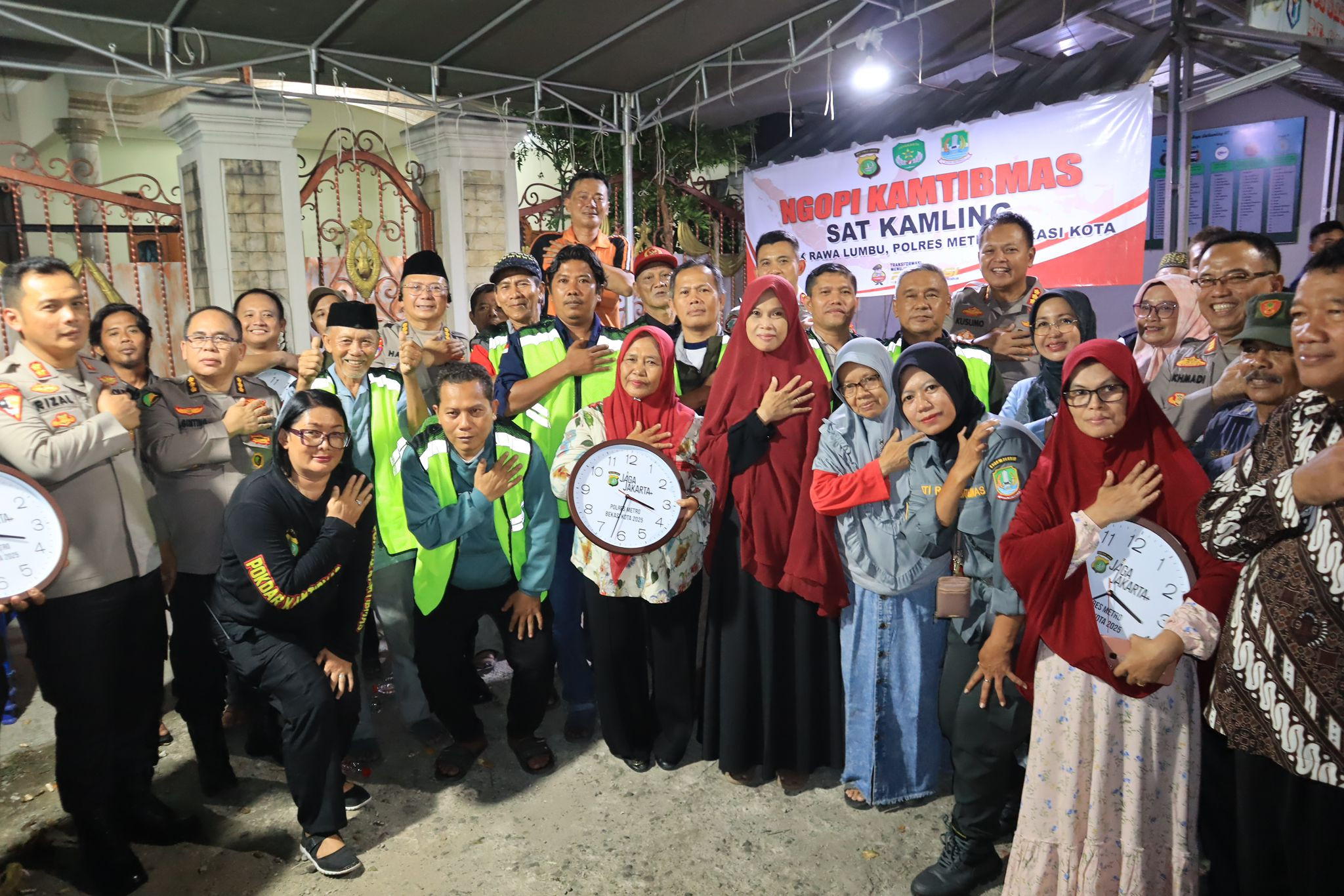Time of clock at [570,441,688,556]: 3:32
